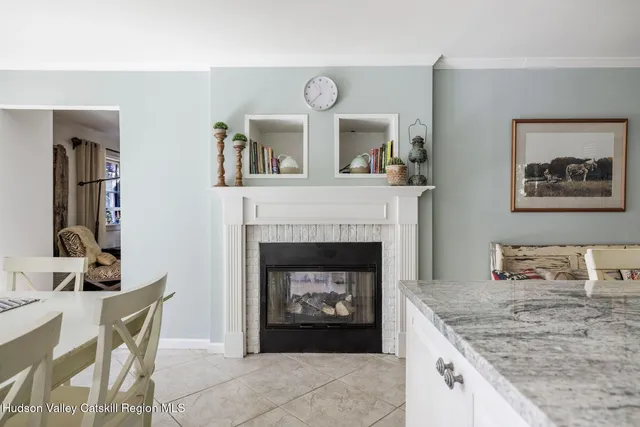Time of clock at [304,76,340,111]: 11:37
